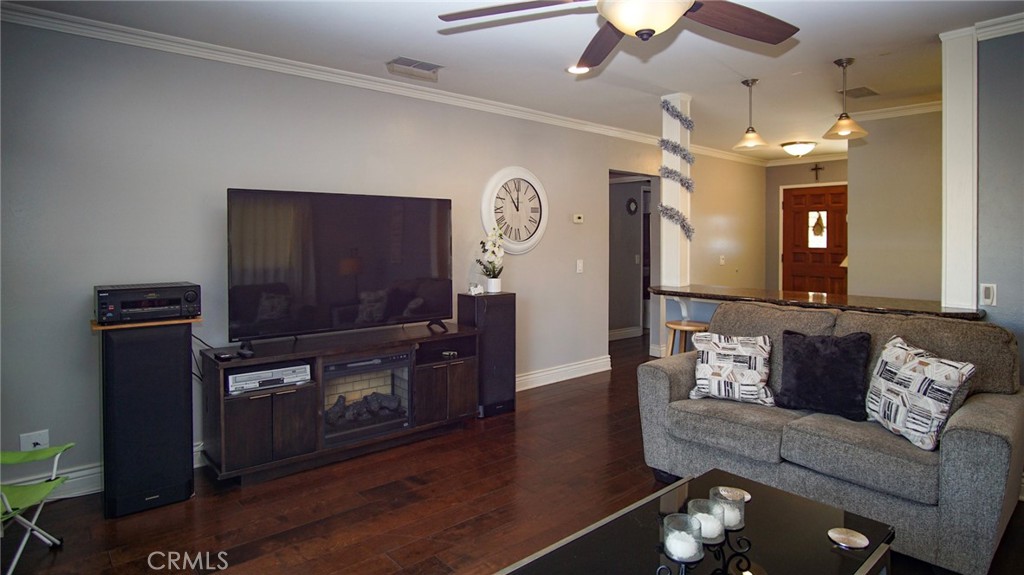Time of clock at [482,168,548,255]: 11:00
